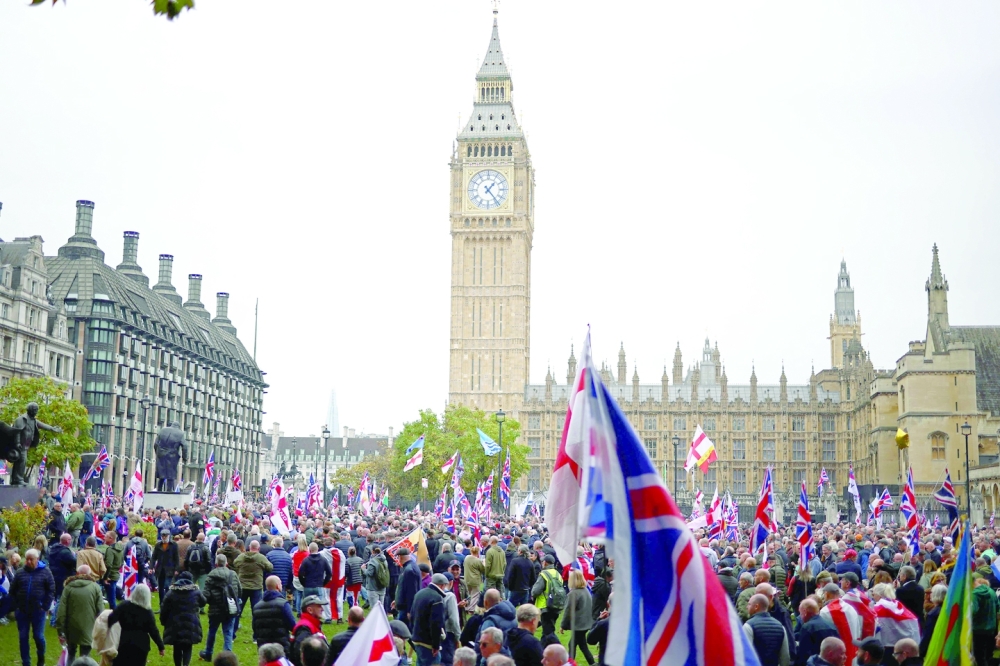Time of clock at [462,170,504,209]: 1:23
